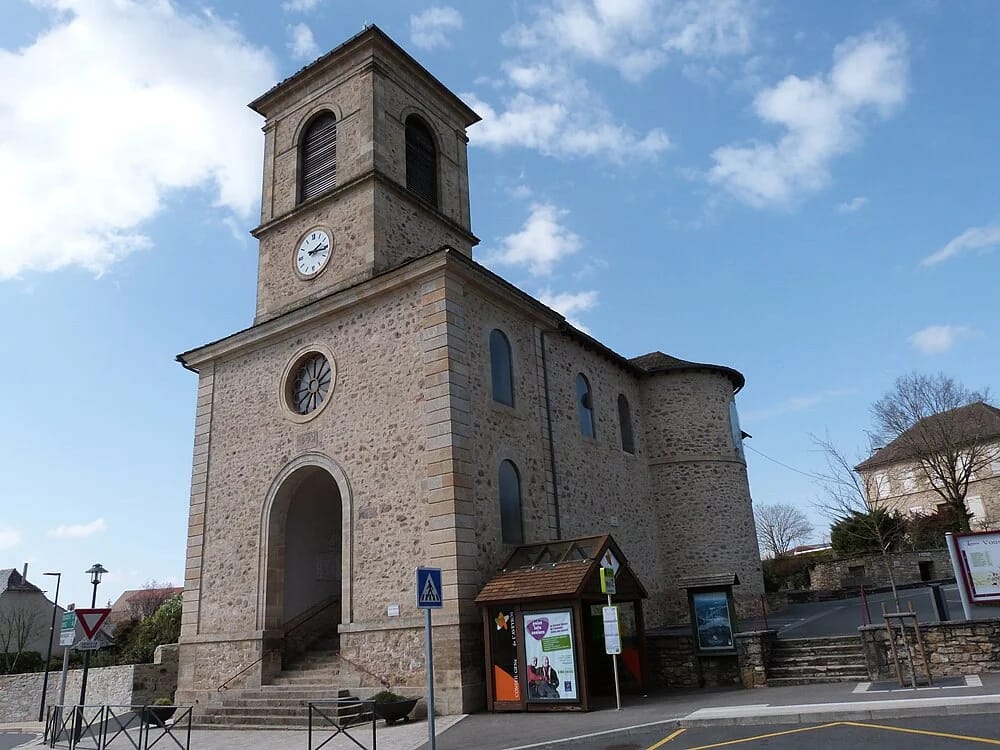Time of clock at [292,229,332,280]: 2:16
